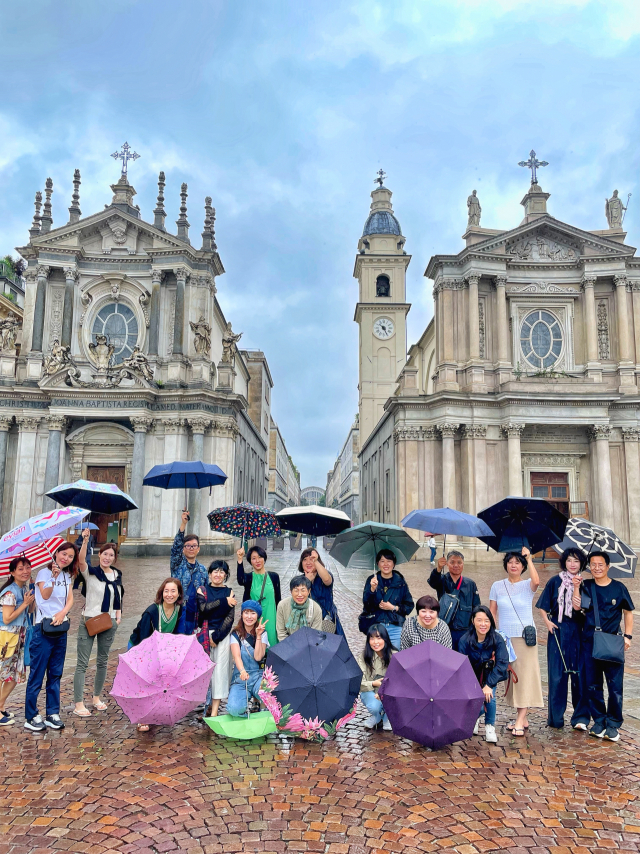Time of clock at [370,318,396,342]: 10:25
